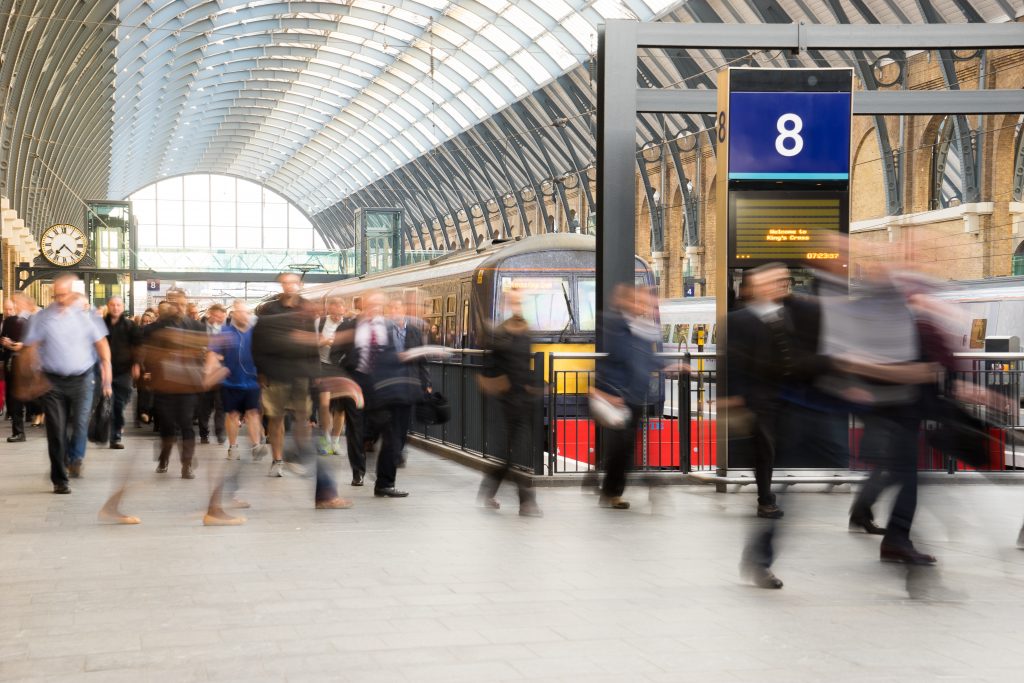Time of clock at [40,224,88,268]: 7:22
